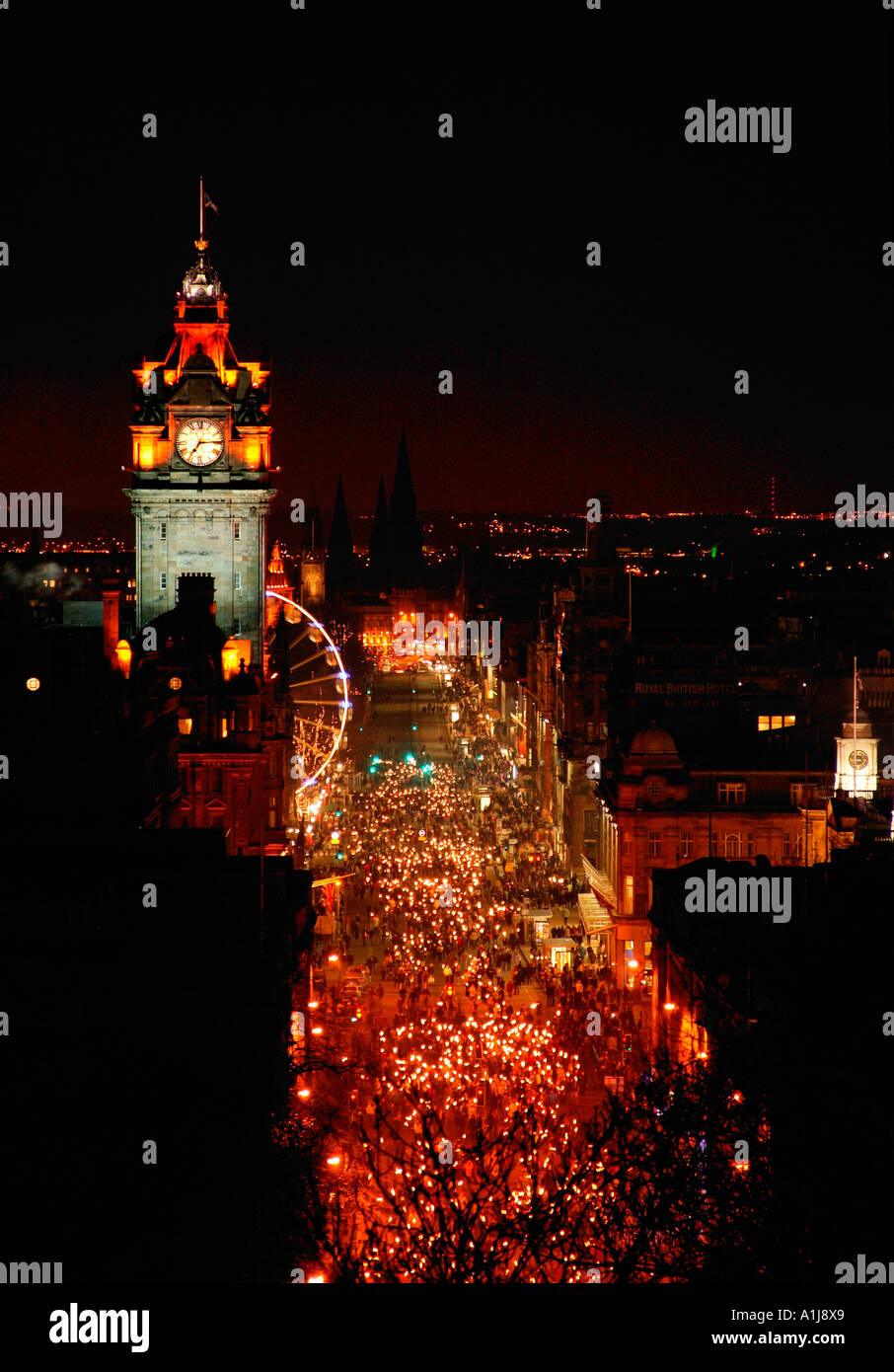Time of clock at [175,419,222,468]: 7:14
